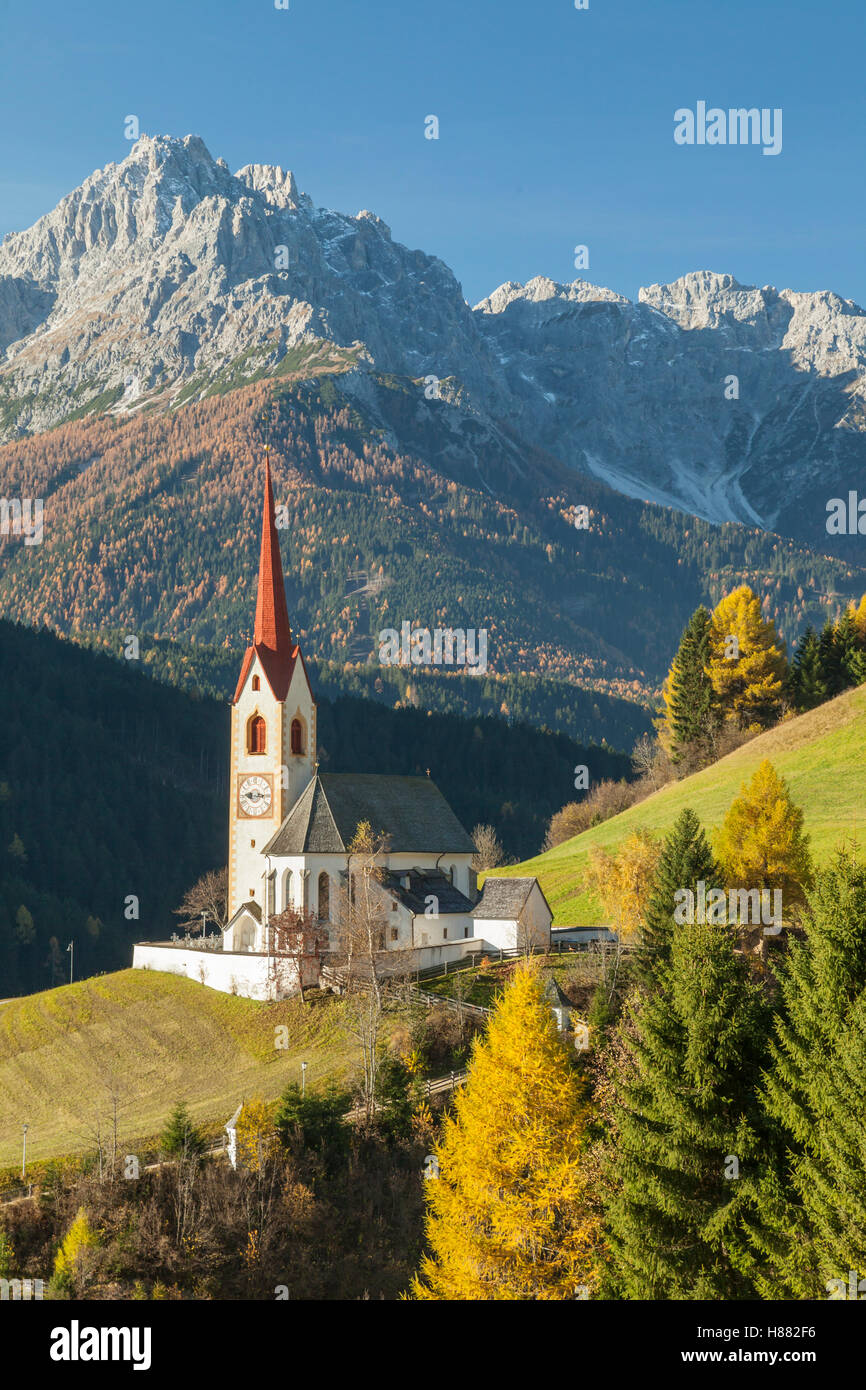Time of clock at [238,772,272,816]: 9:15
